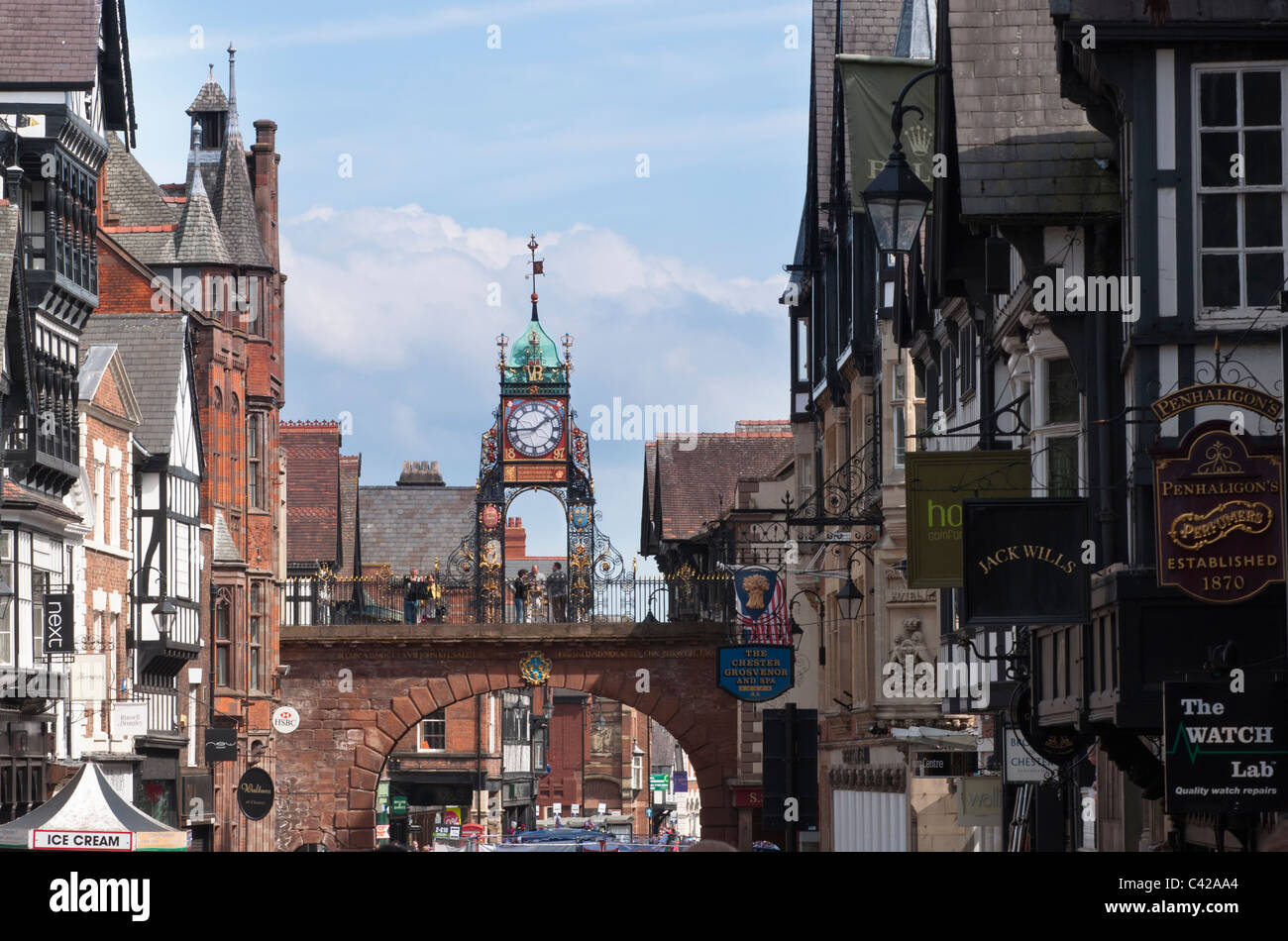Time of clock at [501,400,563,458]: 1:44
